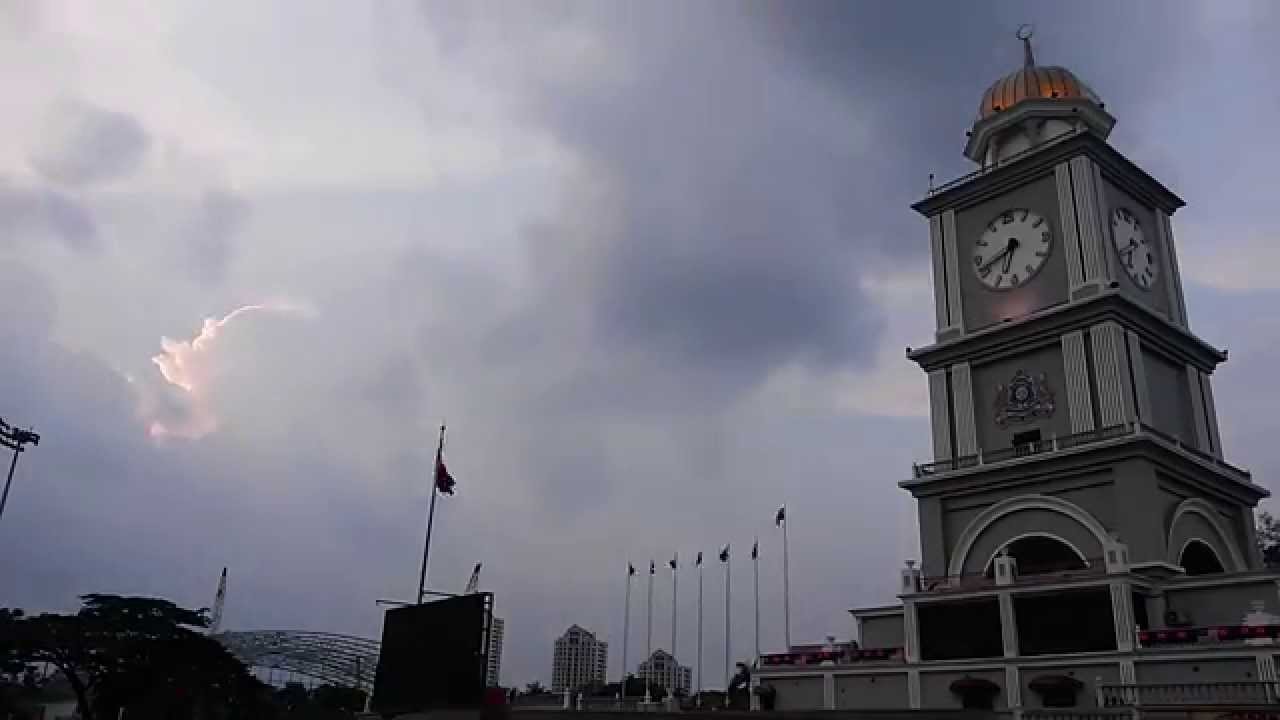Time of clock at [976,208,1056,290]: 6:41
